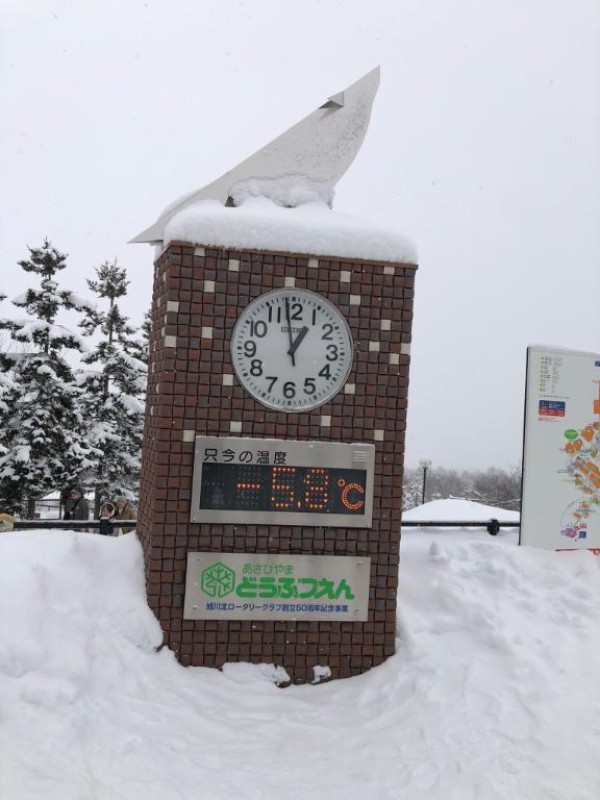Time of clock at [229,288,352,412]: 12:58
